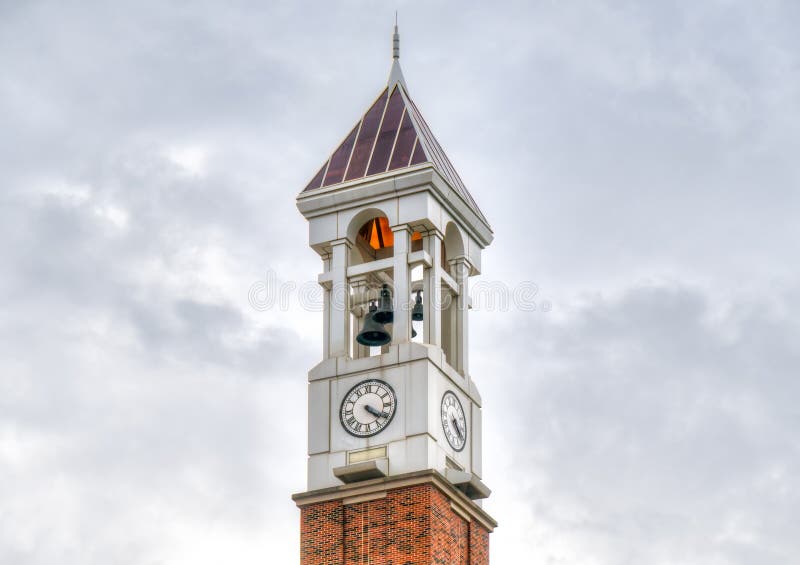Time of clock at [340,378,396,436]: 4:20
